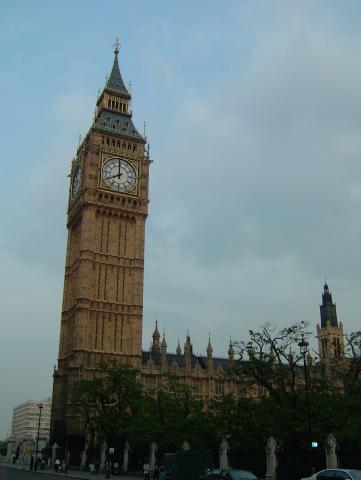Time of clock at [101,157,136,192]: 7:59
